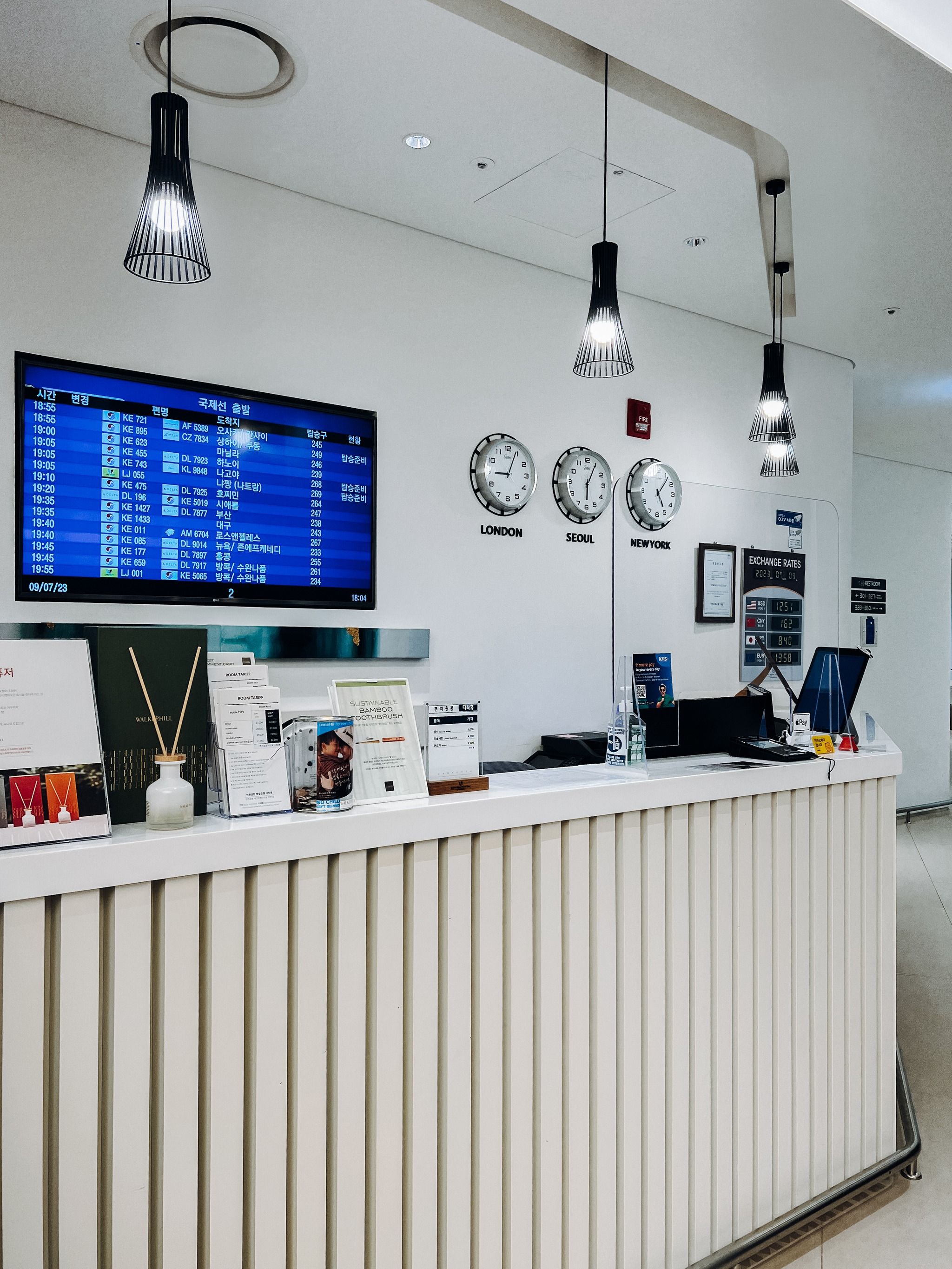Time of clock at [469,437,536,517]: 9:04
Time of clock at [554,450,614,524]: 6:04
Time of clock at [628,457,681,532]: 5:06
